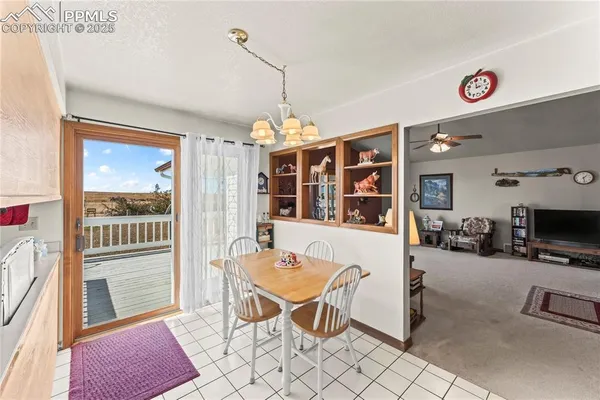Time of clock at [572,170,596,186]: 1:28
